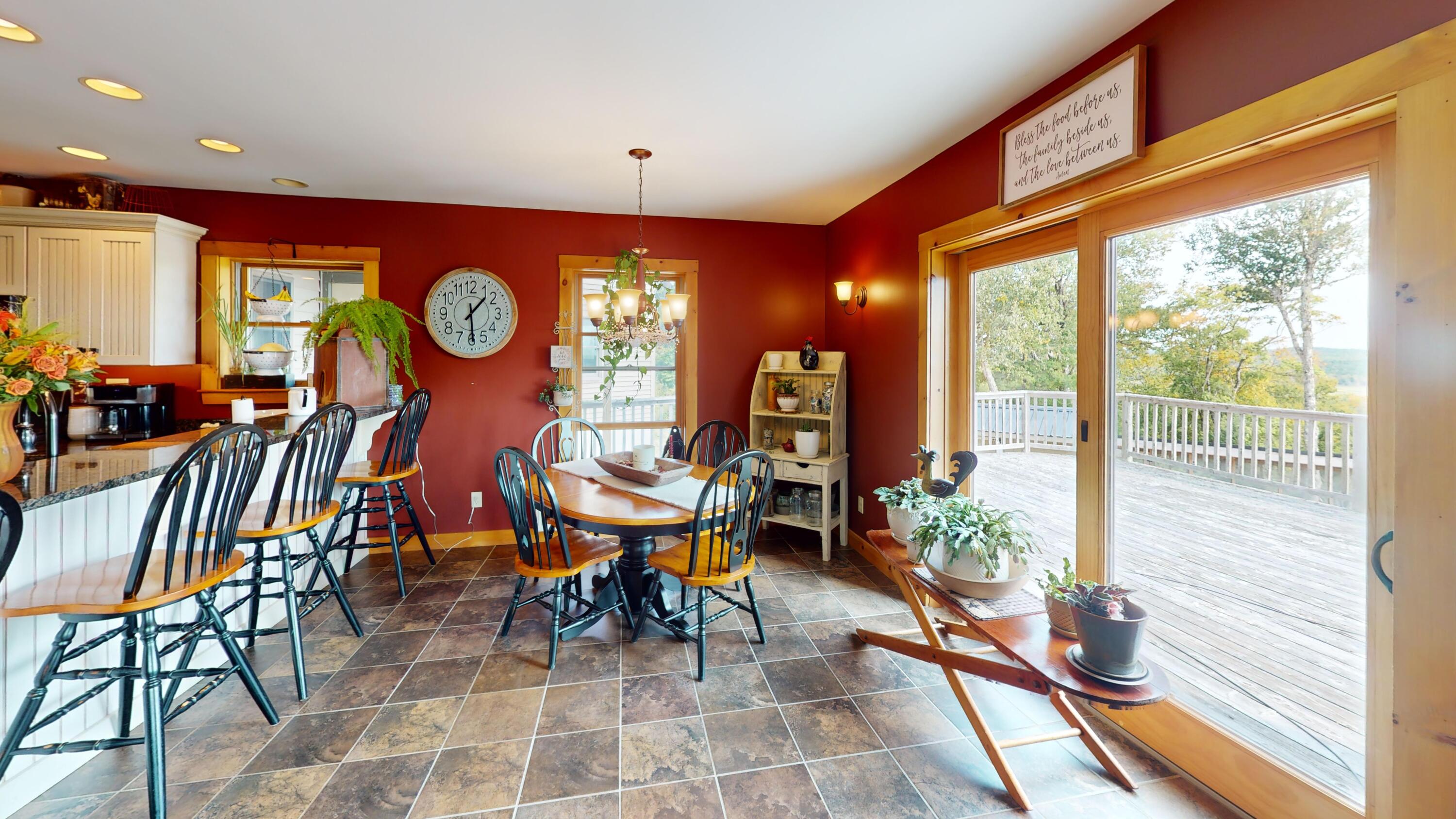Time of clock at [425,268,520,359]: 1:29
